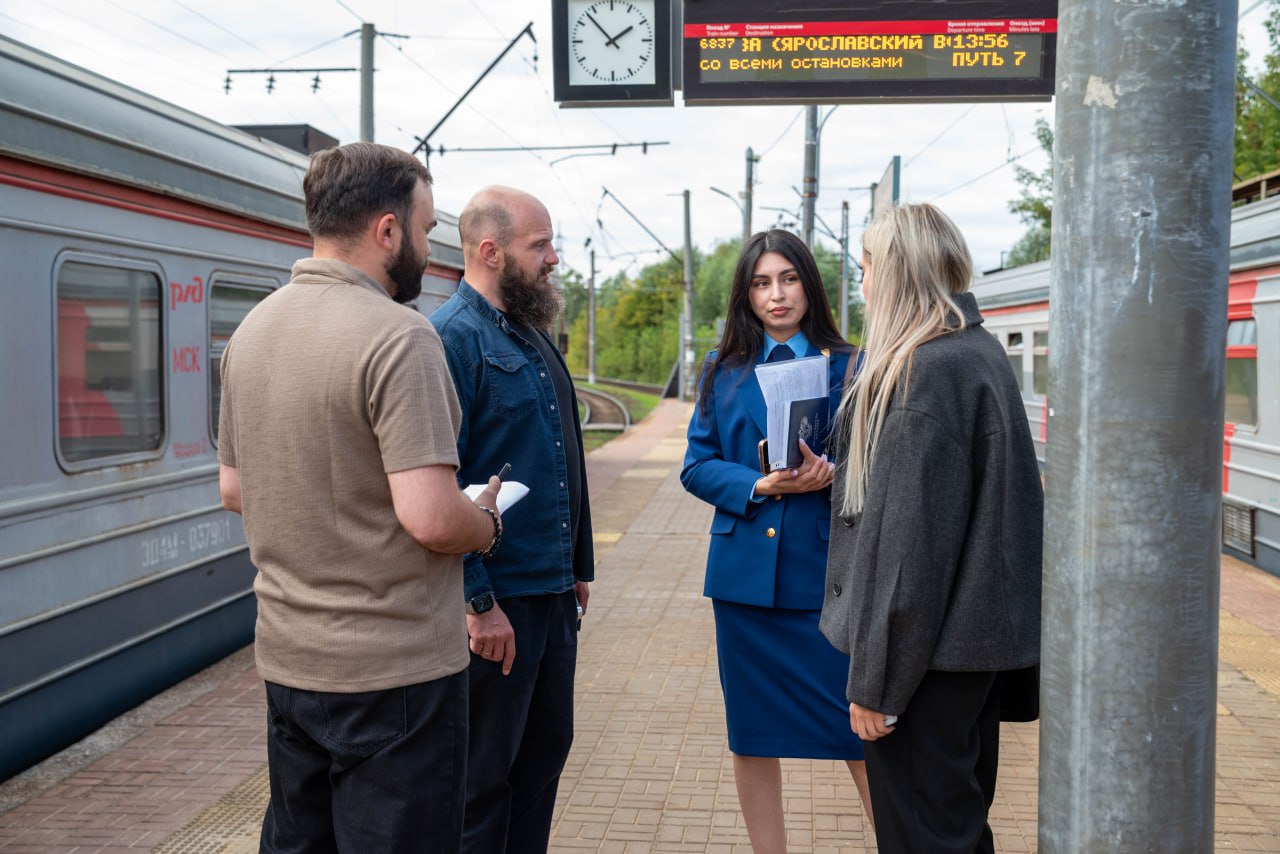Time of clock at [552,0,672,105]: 1:52
